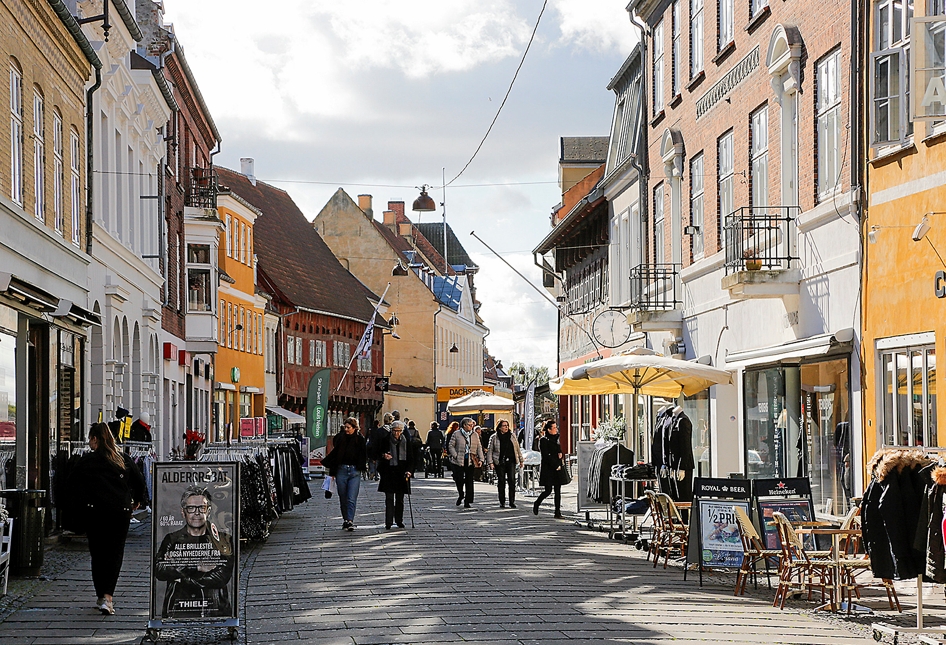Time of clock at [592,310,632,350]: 12:28
